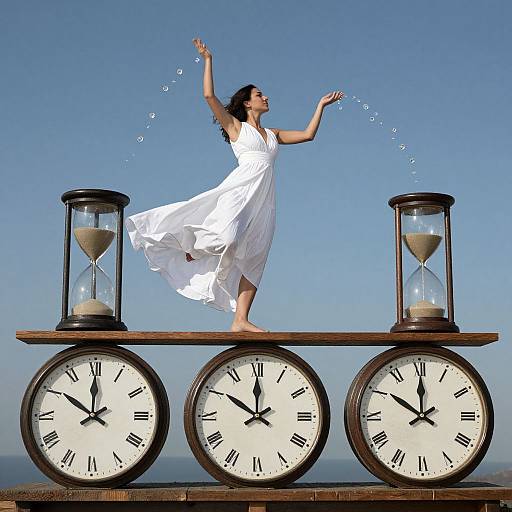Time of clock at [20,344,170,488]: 11:50
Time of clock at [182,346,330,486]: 11:50
